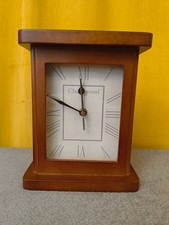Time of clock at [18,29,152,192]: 11:48
